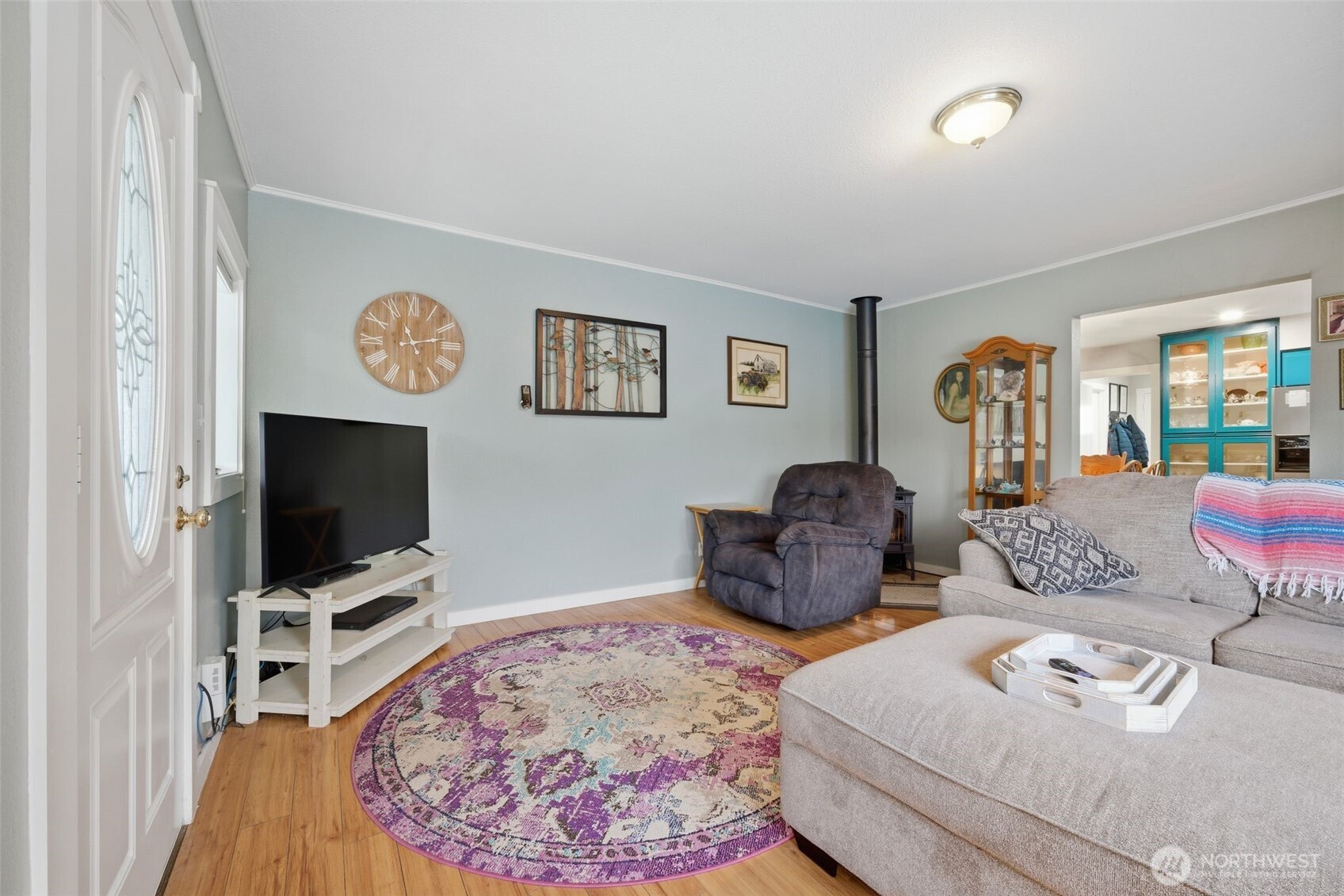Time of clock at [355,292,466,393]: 11:13
